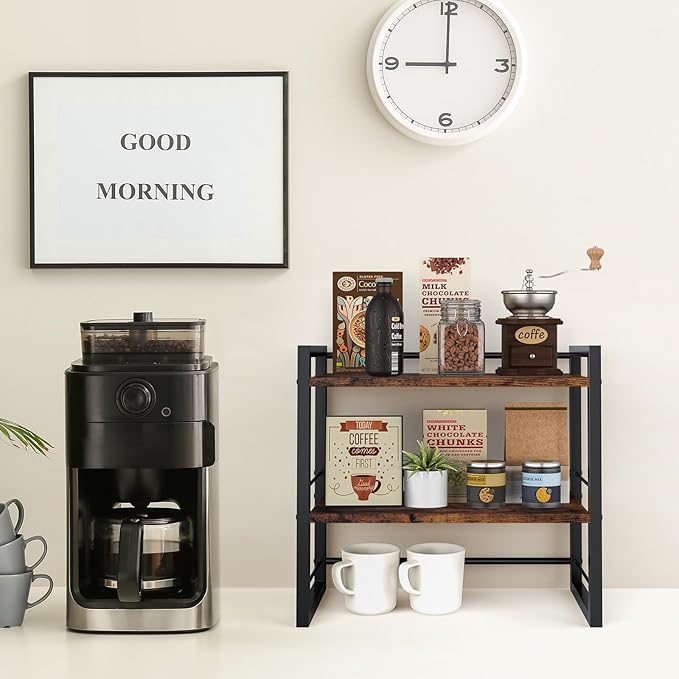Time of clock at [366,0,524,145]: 8:59
